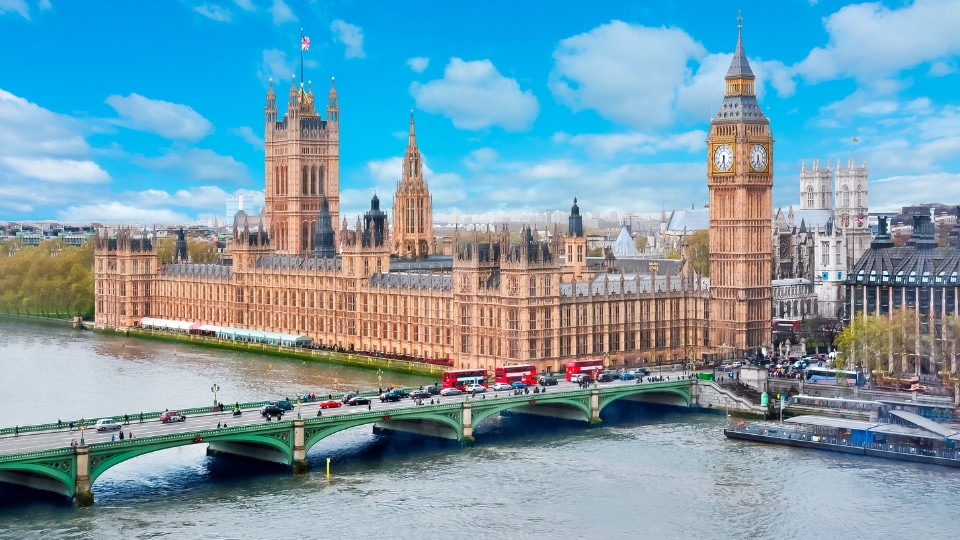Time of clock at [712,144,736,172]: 6:28
